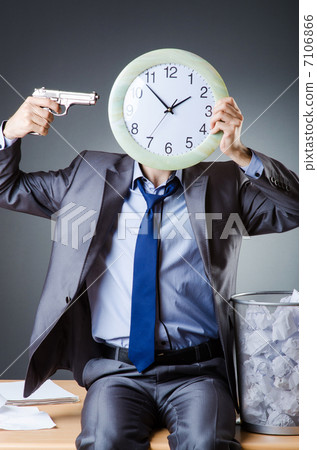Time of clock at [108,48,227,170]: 1:53
